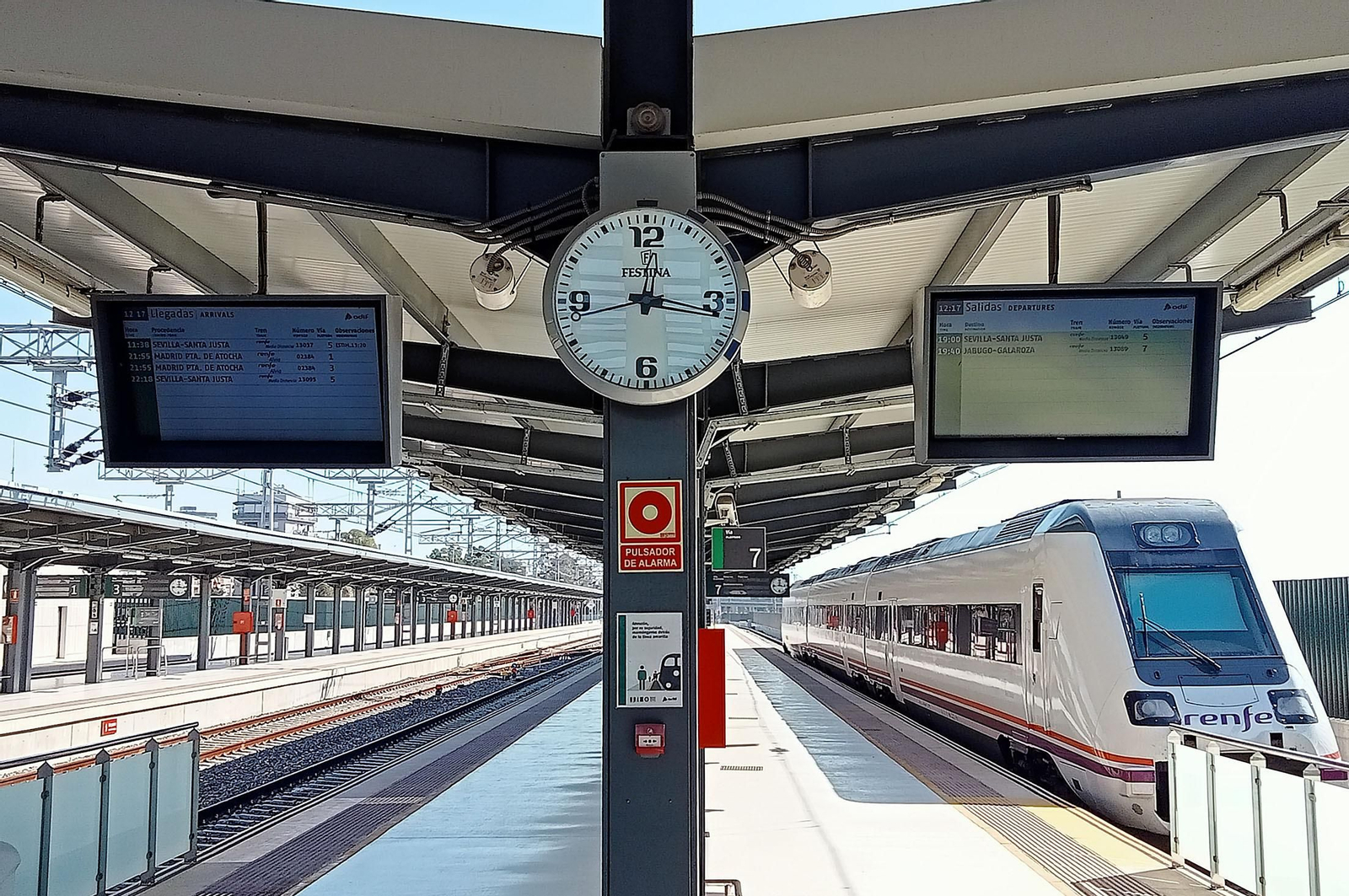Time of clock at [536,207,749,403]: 12:16
